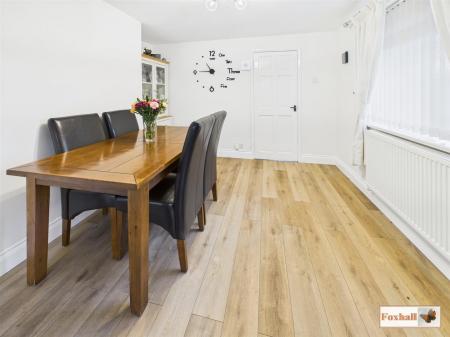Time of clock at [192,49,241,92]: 10:45
